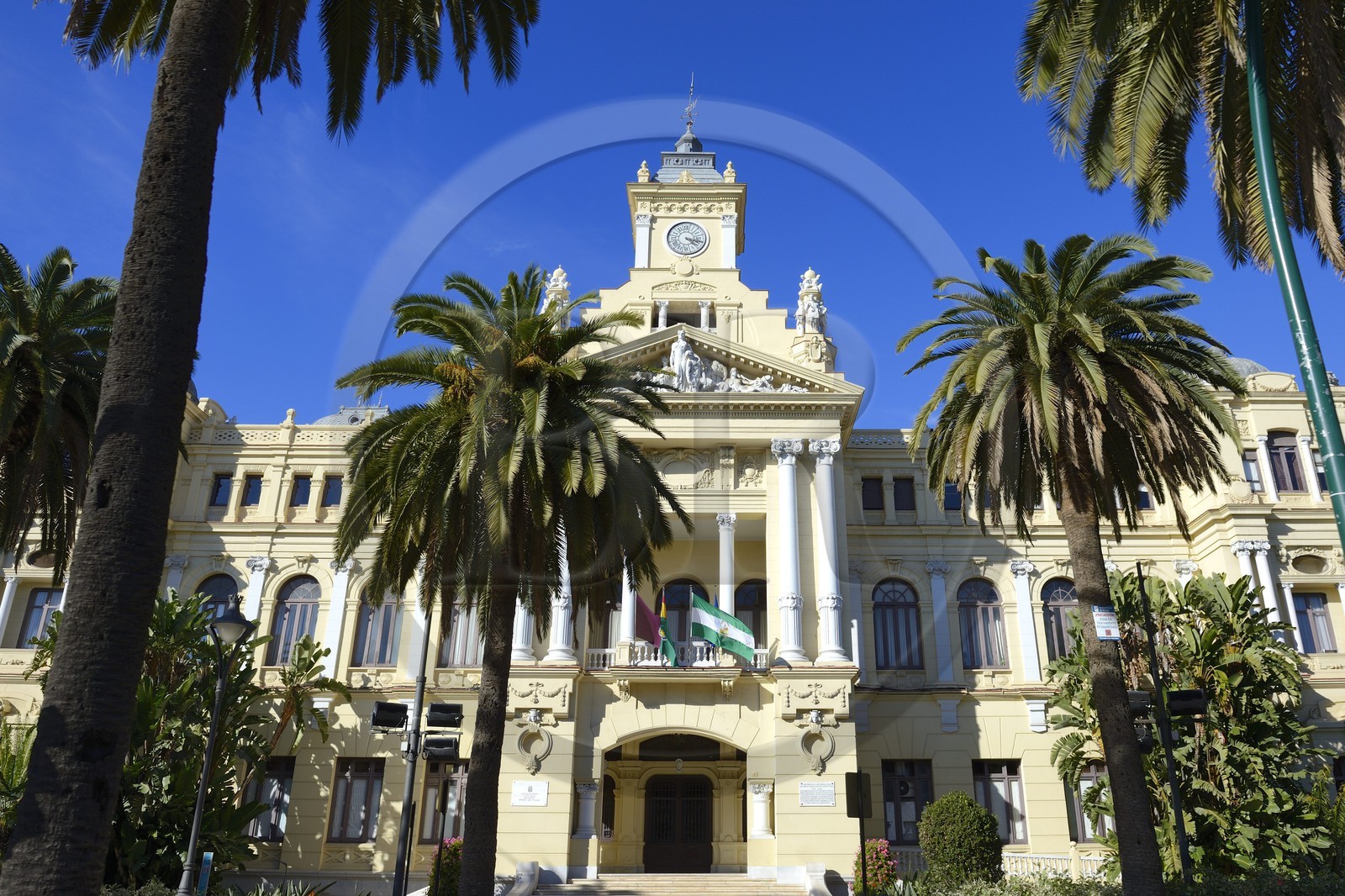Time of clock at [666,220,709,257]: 4:17
